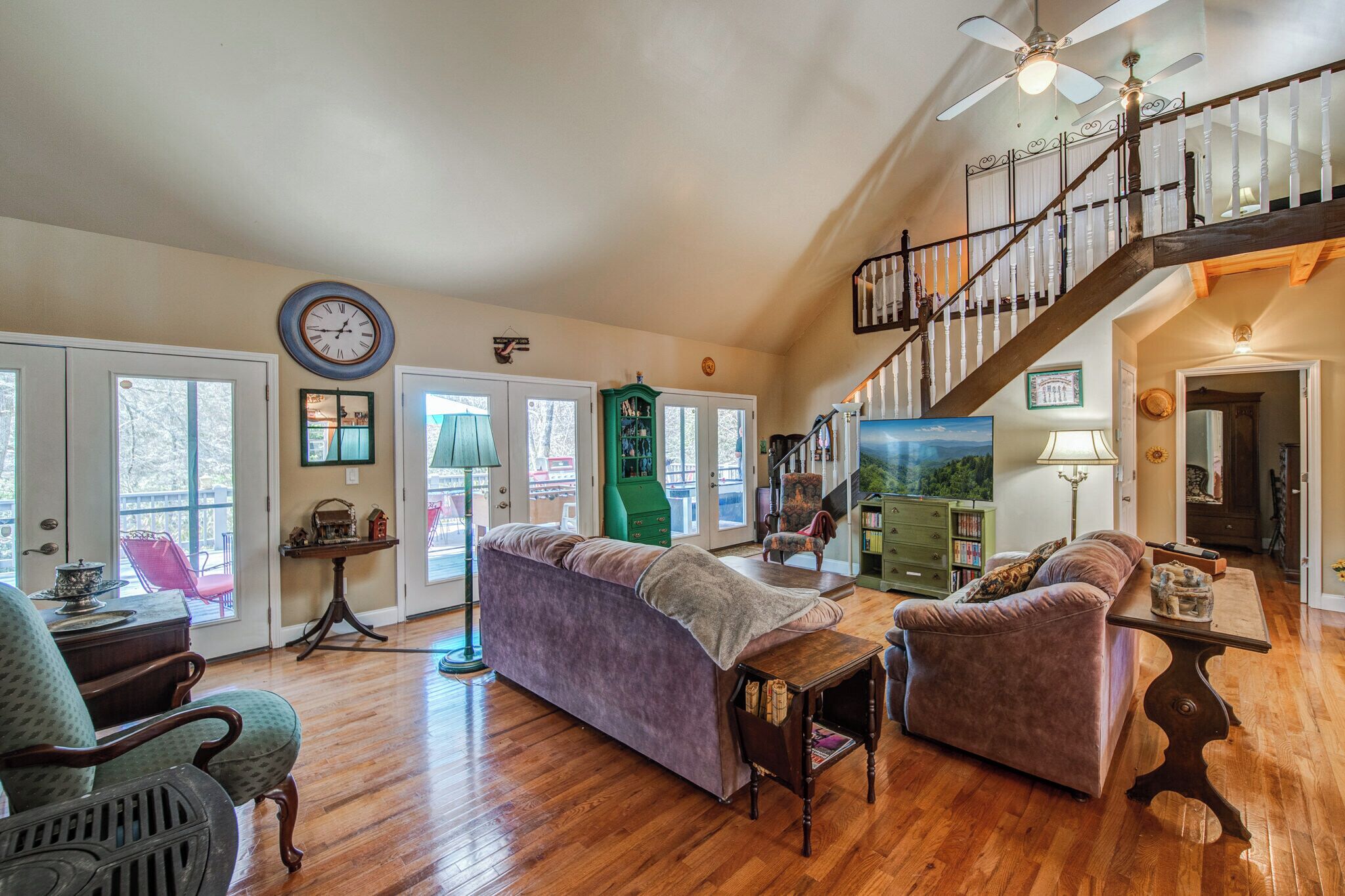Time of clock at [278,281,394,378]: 12:43
